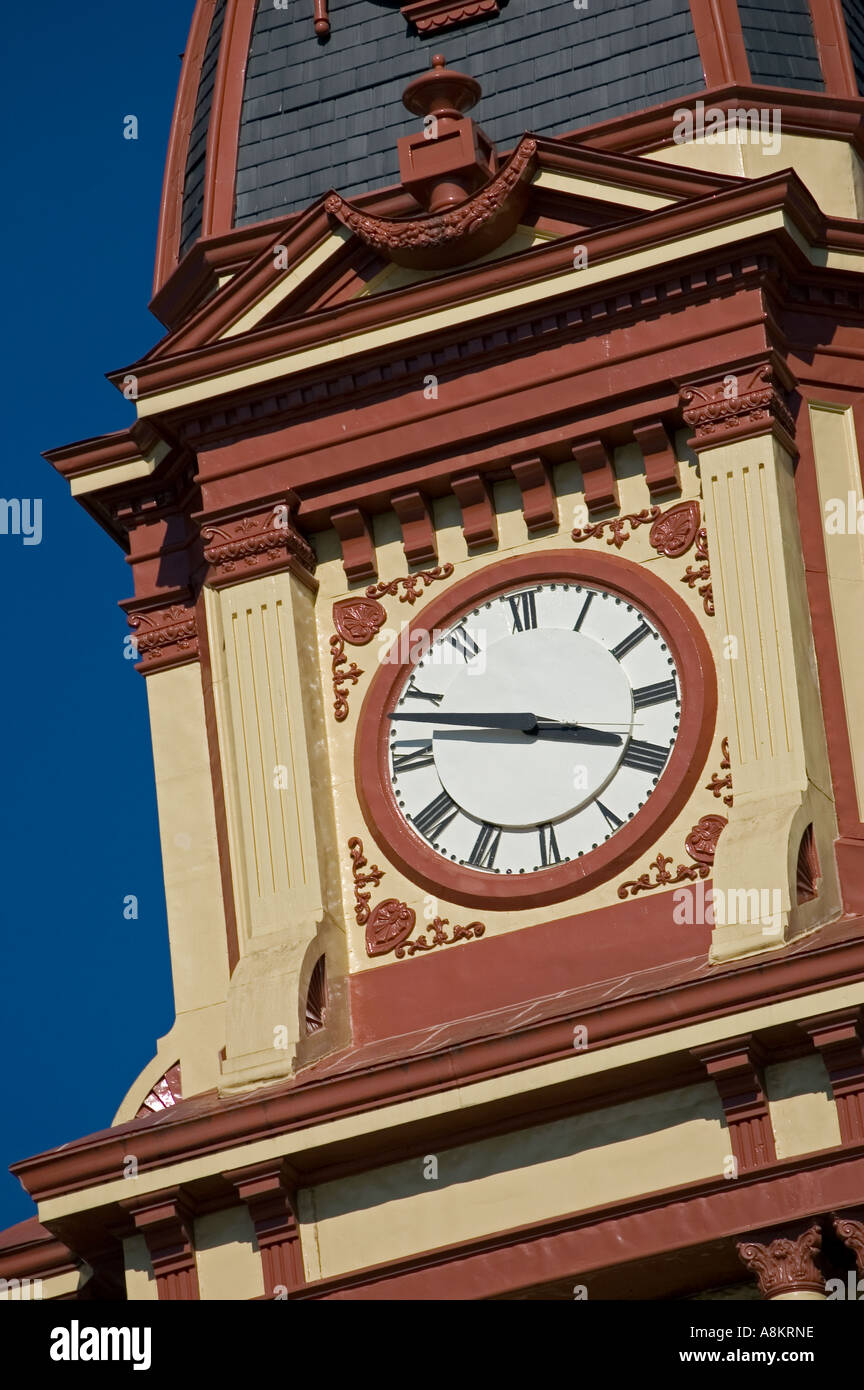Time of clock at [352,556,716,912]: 3:47
